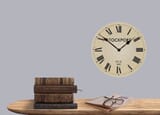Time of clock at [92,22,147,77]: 1:51
